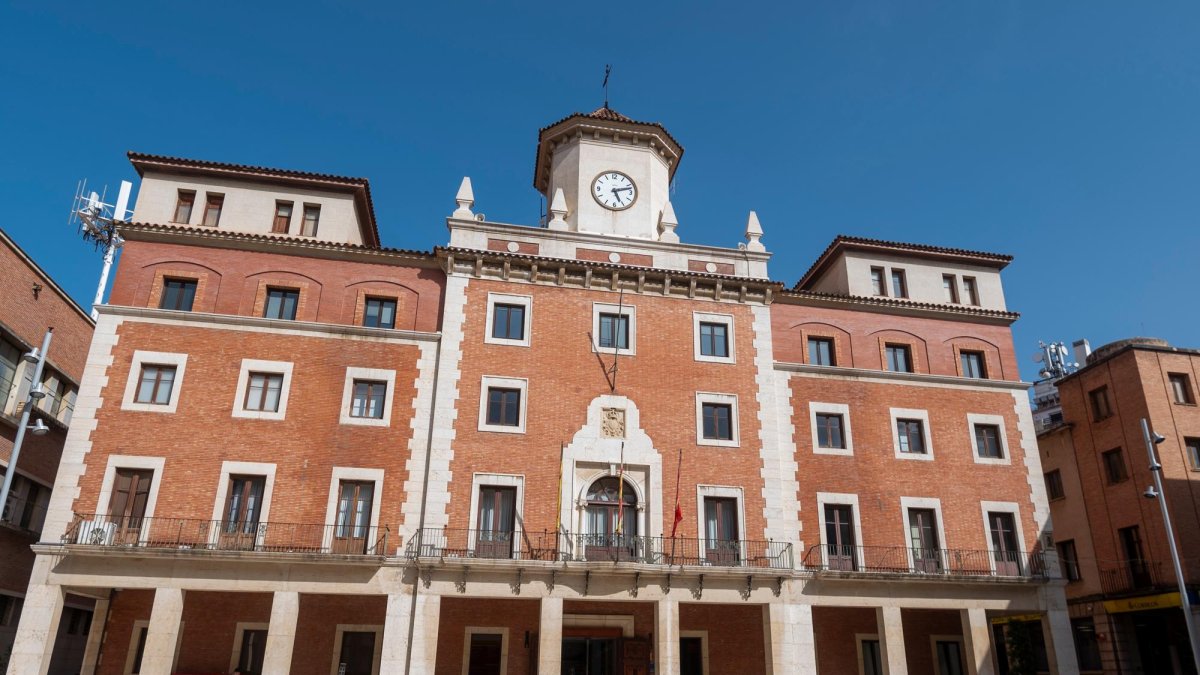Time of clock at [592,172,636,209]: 5:12
